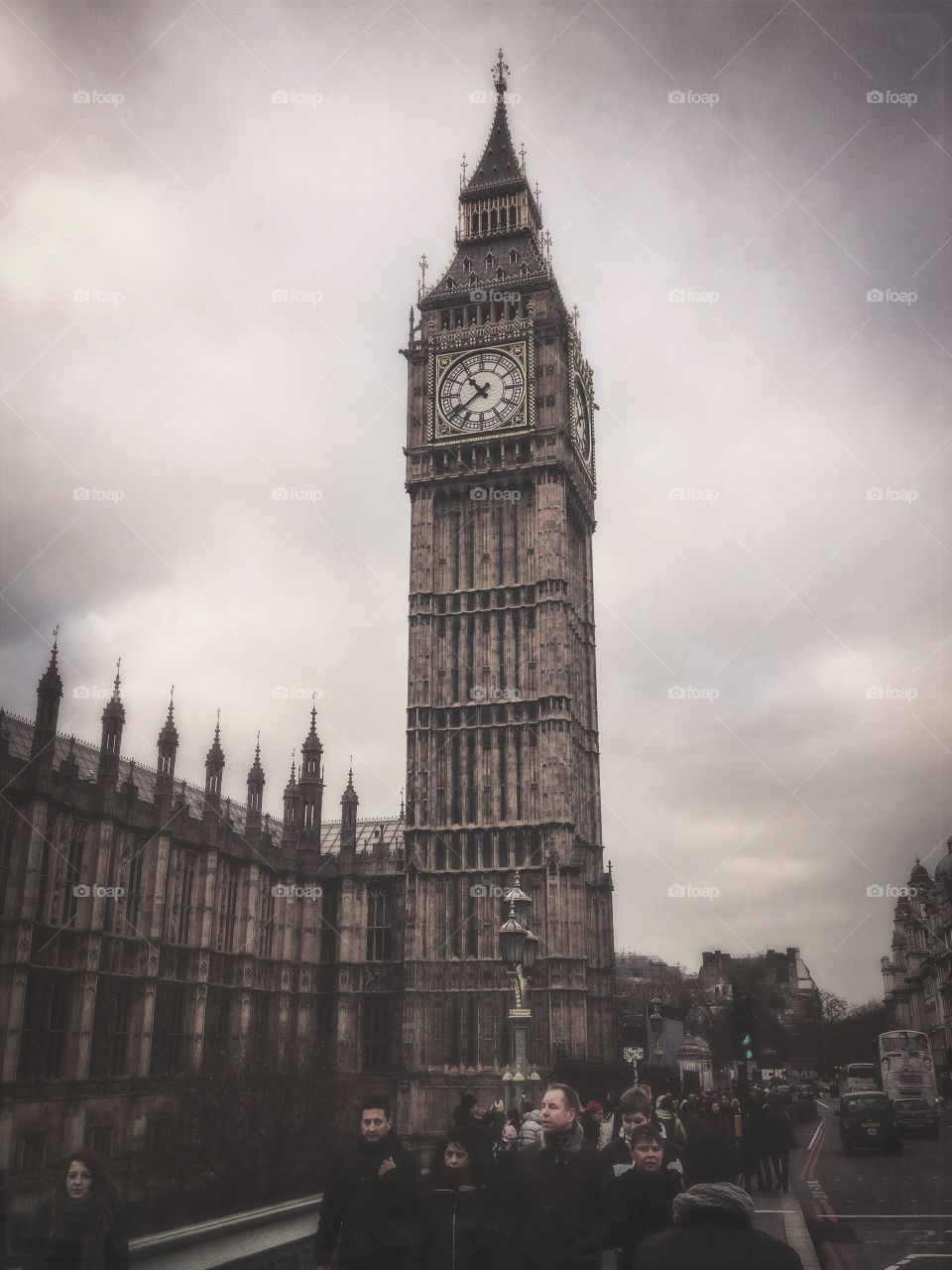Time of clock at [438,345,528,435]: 10:38
